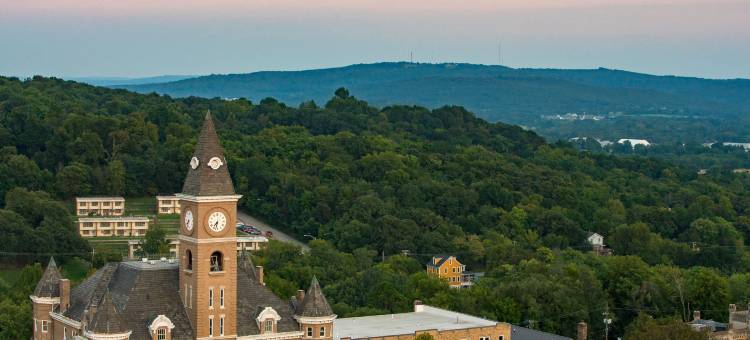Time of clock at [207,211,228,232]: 7:32
